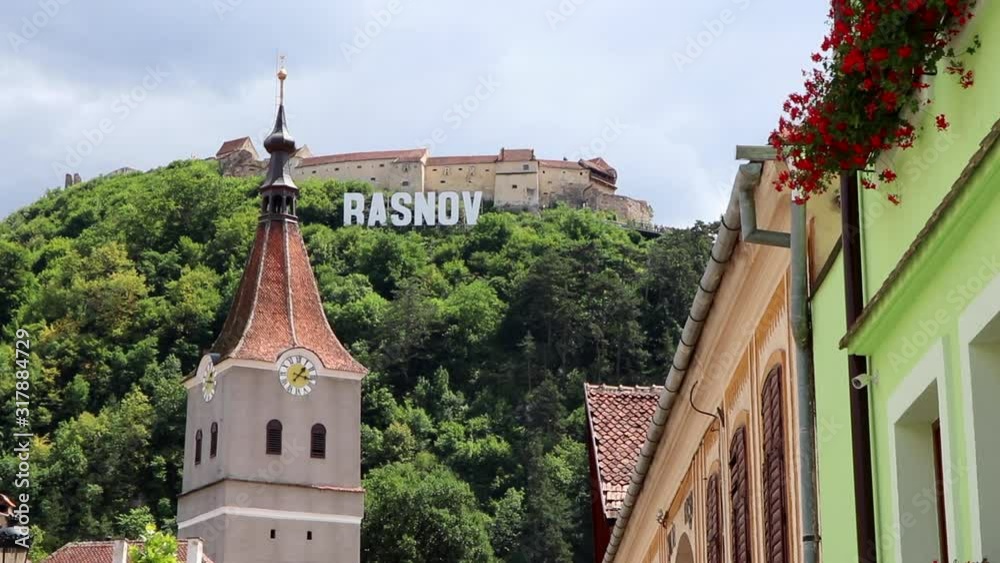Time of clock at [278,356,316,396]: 1:16
